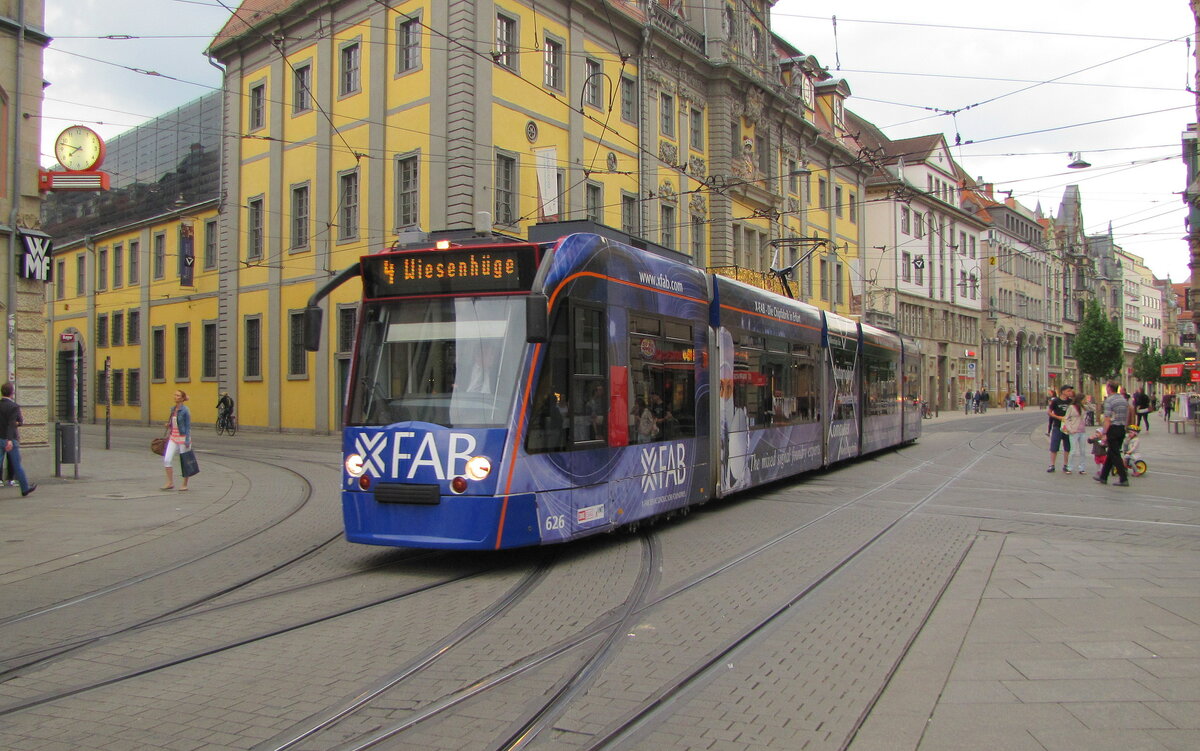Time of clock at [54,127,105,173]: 7:47
